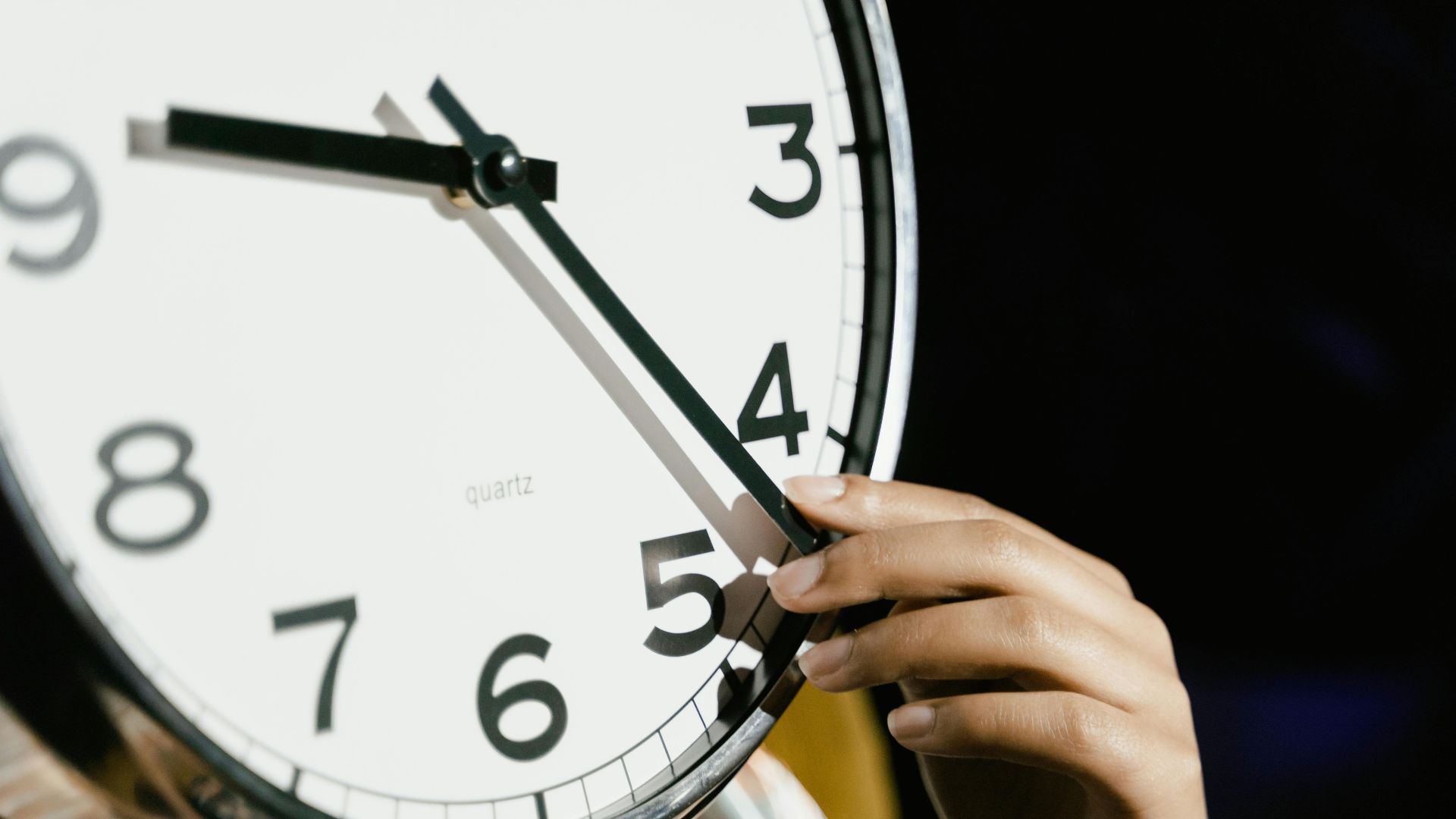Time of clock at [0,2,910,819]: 9:22
